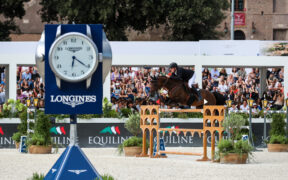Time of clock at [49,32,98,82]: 6:20
